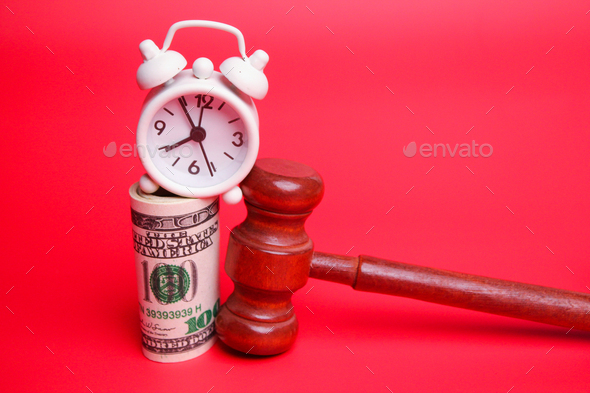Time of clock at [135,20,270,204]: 7:54
